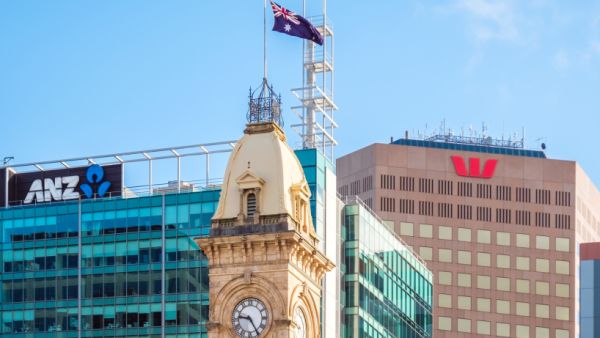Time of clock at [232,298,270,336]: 9:24
